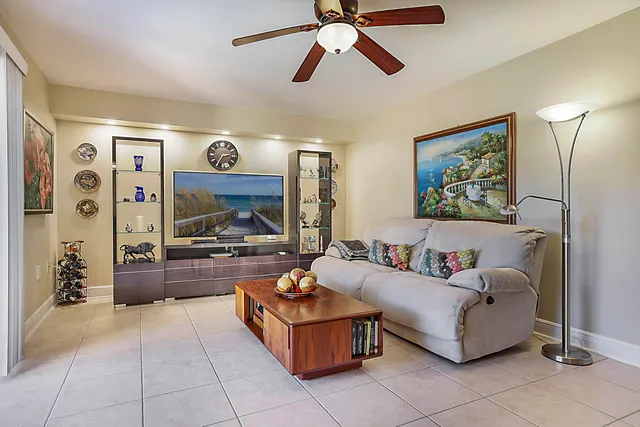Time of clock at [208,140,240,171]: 2:35
